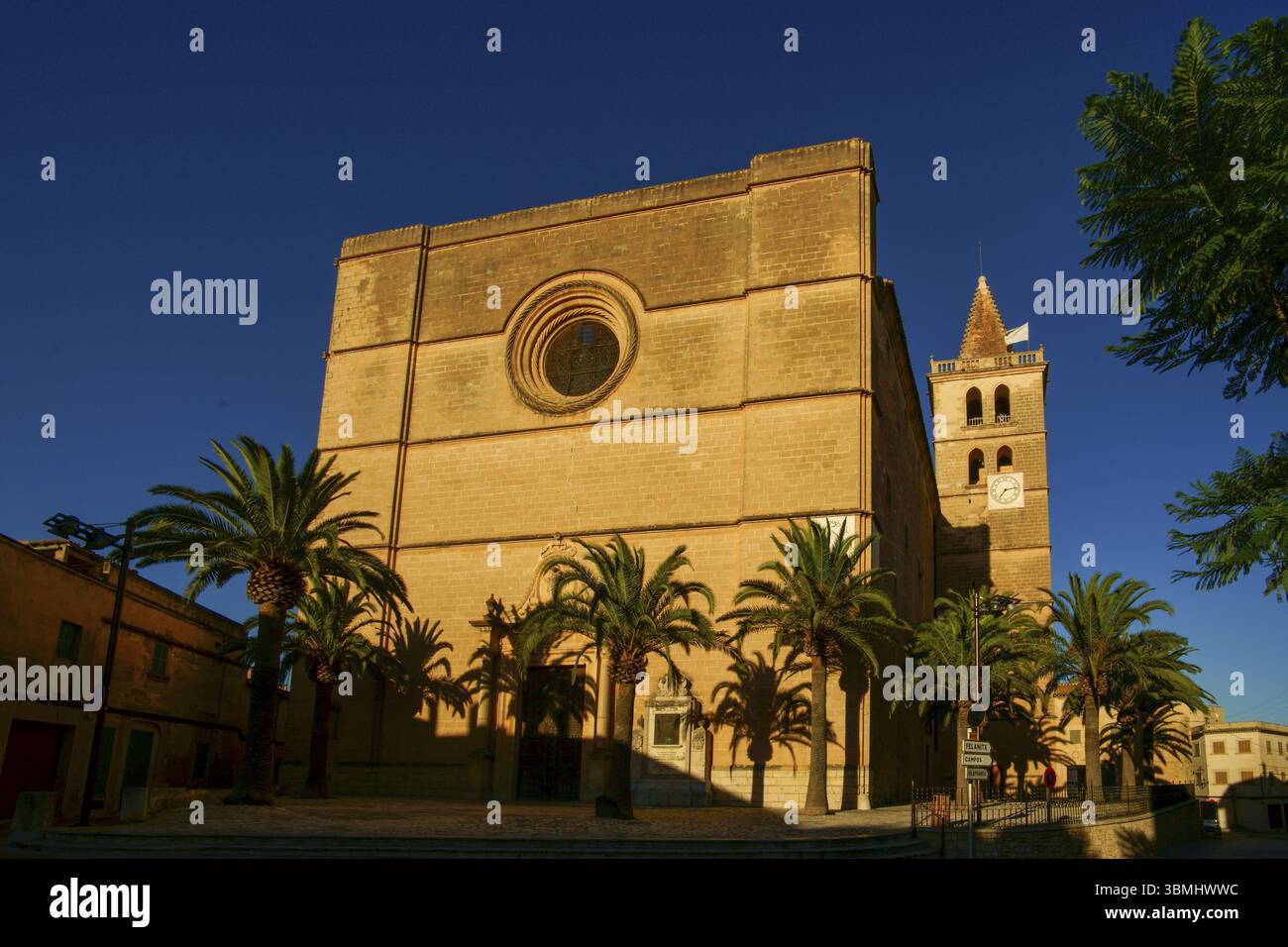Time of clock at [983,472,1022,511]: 7:13
